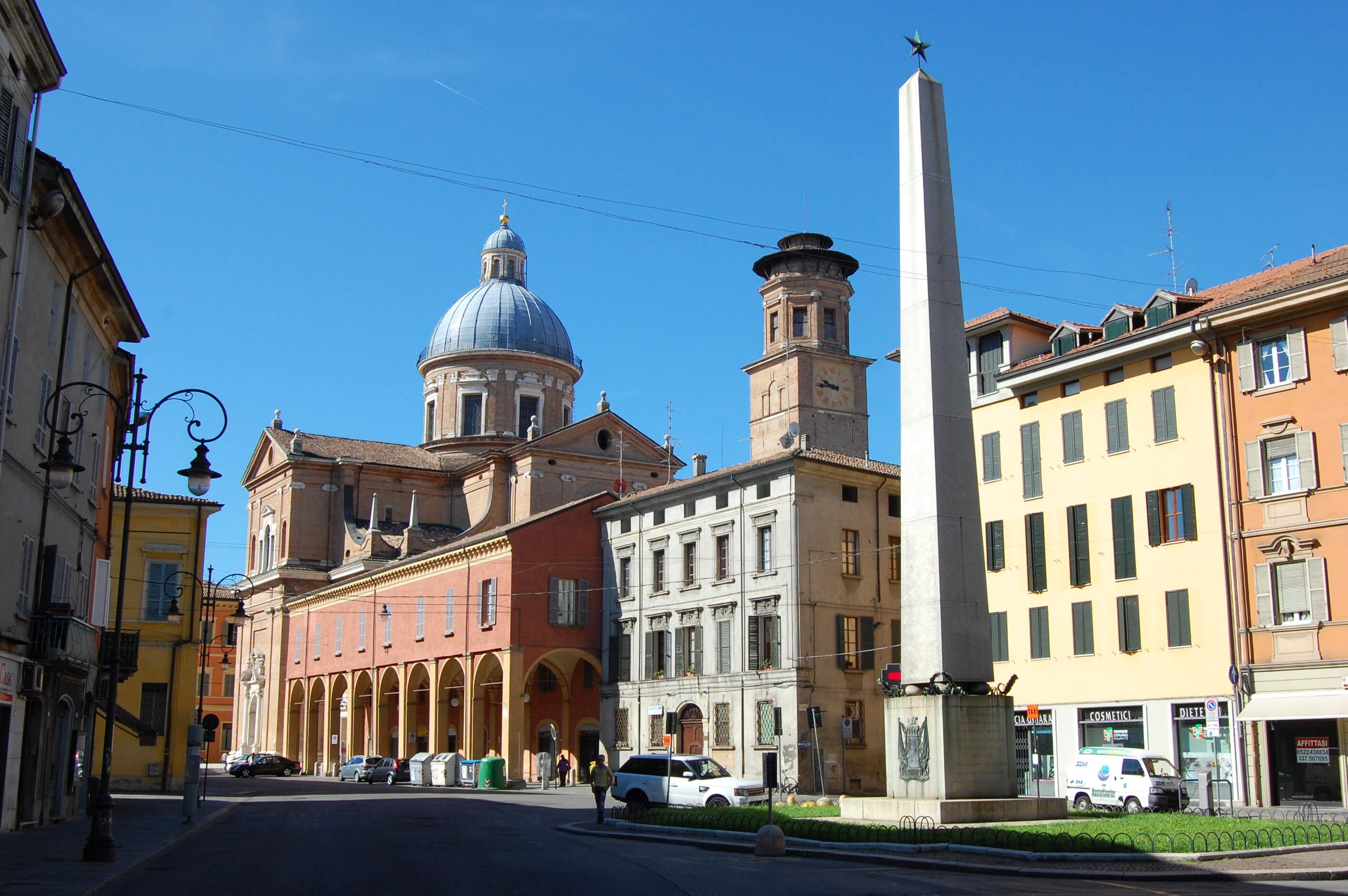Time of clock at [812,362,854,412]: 9:44
